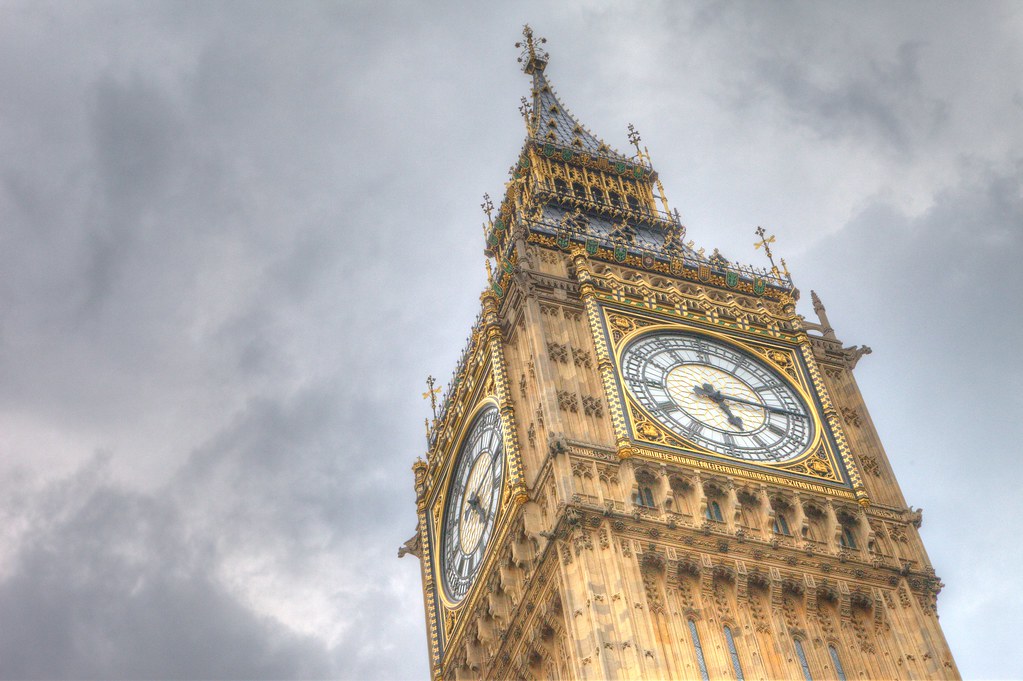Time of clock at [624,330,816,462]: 5:15
